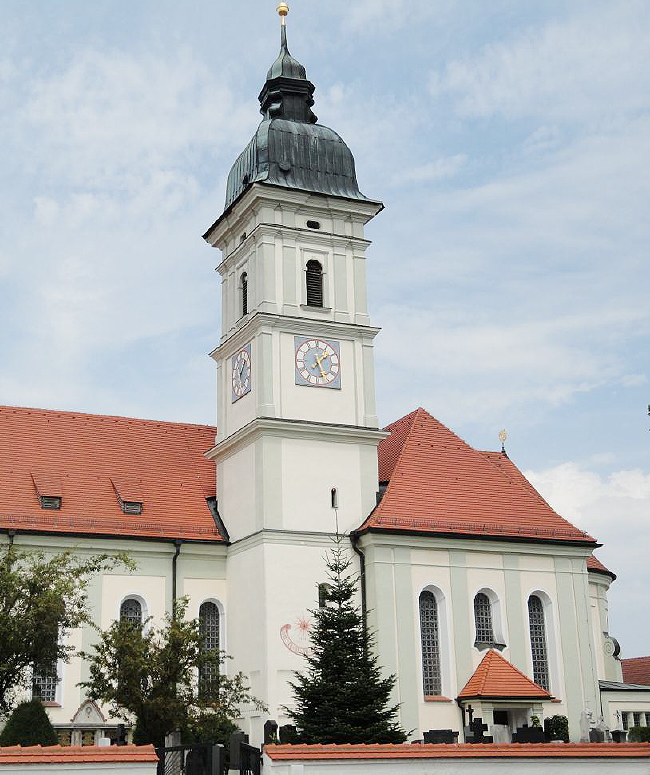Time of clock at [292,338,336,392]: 1:26
